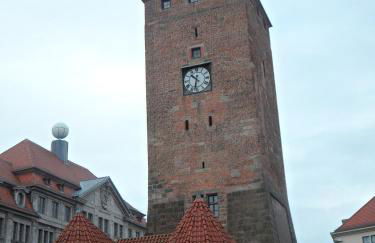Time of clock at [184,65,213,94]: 10:32
